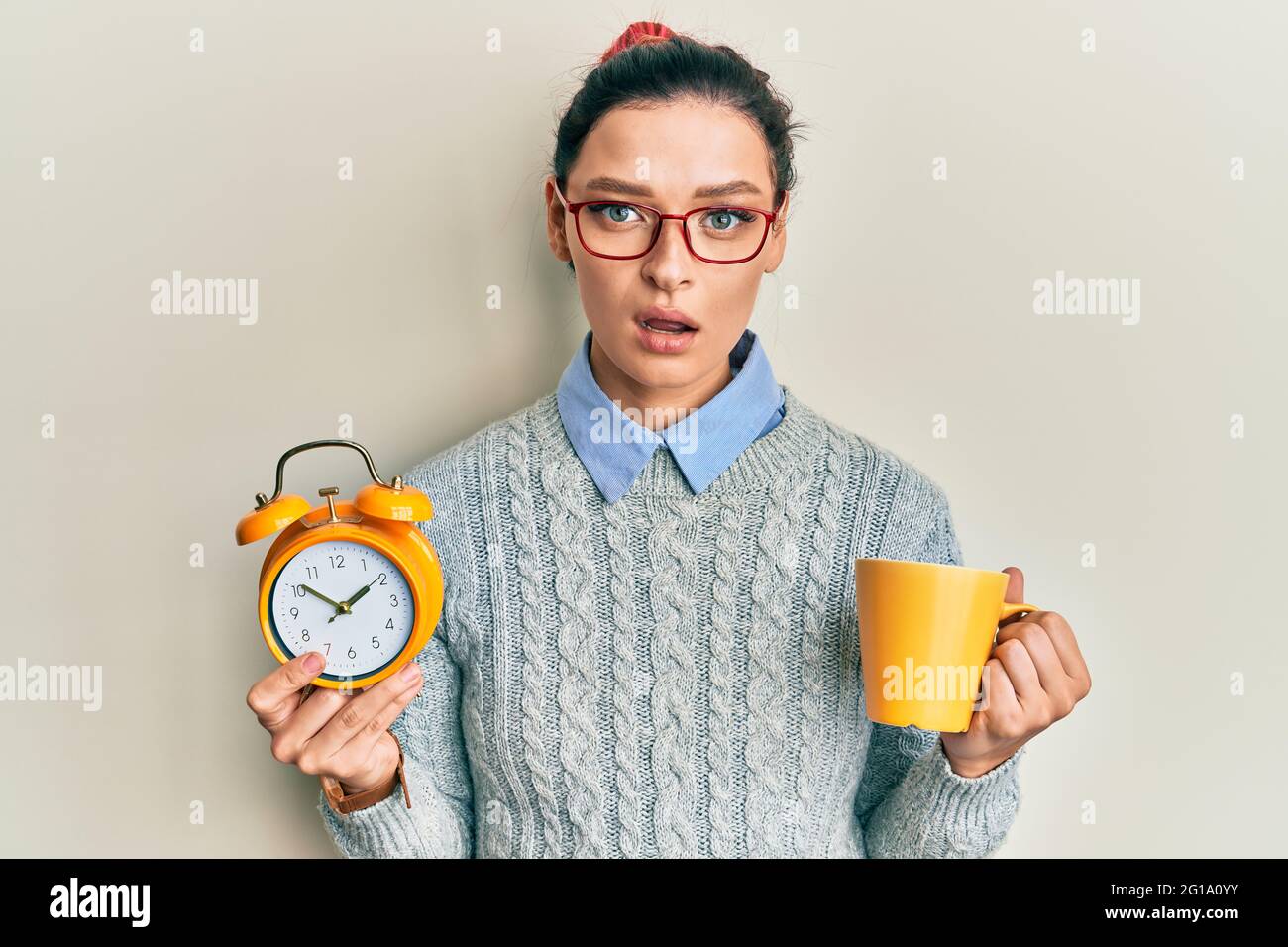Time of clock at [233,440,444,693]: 1:51
